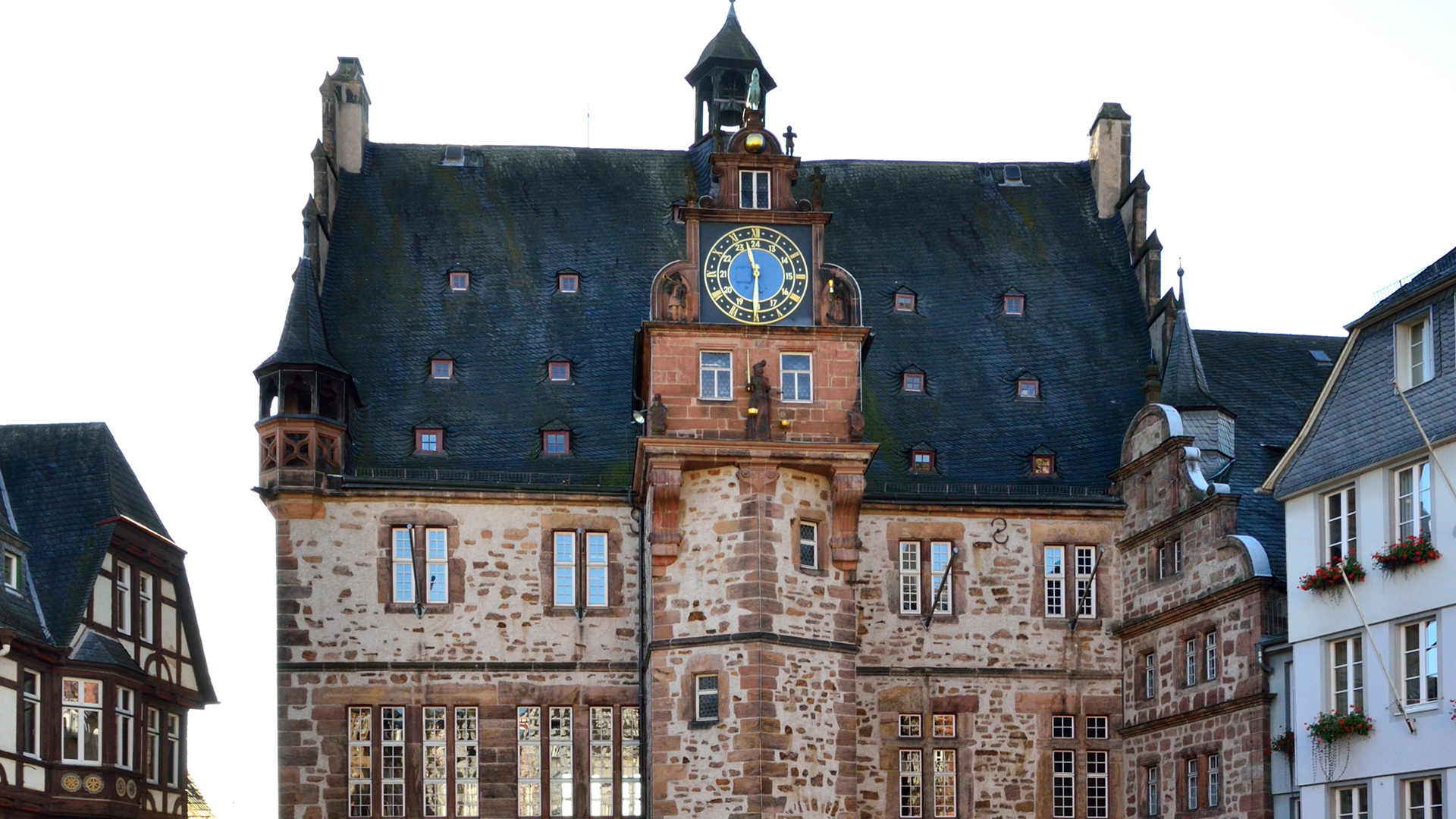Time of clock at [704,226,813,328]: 11:30
